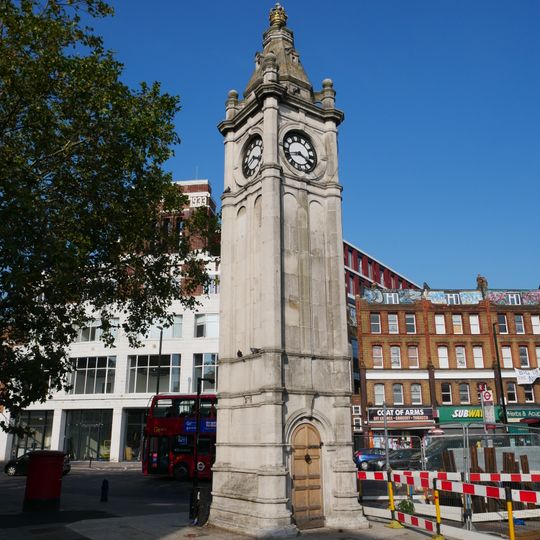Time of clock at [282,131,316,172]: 3:42
